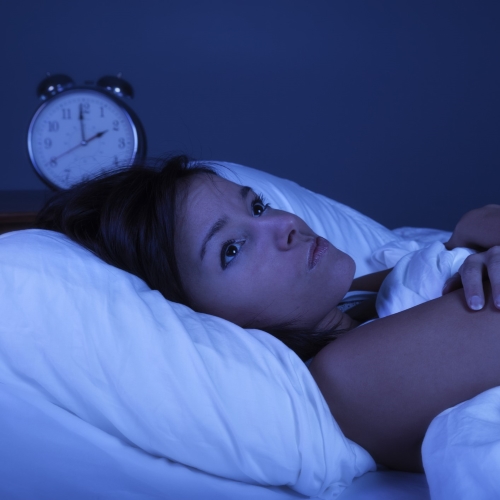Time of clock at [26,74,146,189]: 1:59
